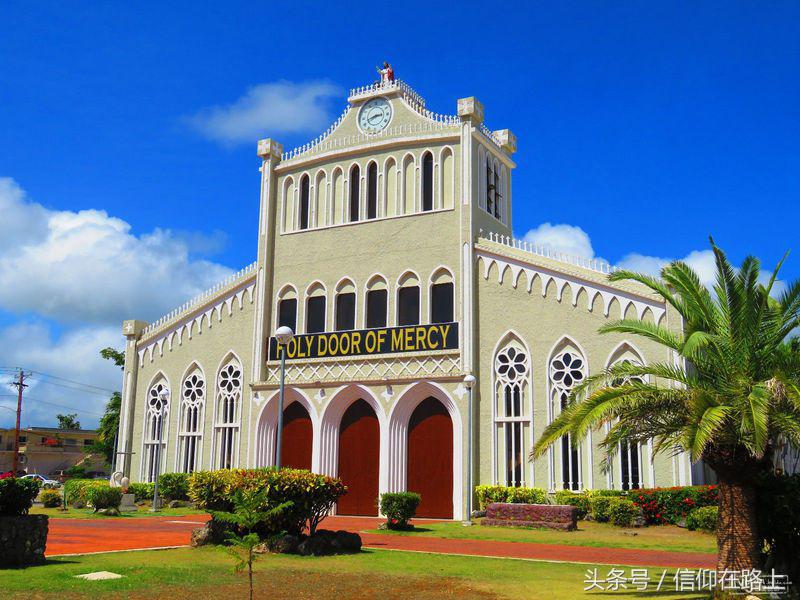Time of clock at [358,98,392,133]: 2:42
